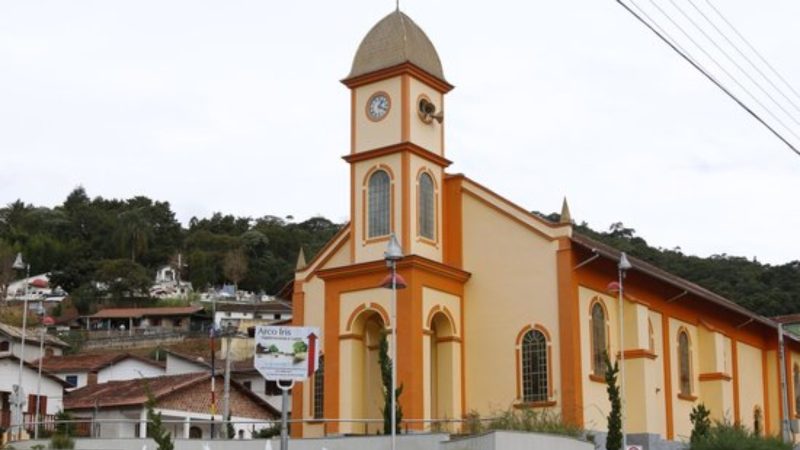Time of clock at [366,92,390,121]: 1:18
